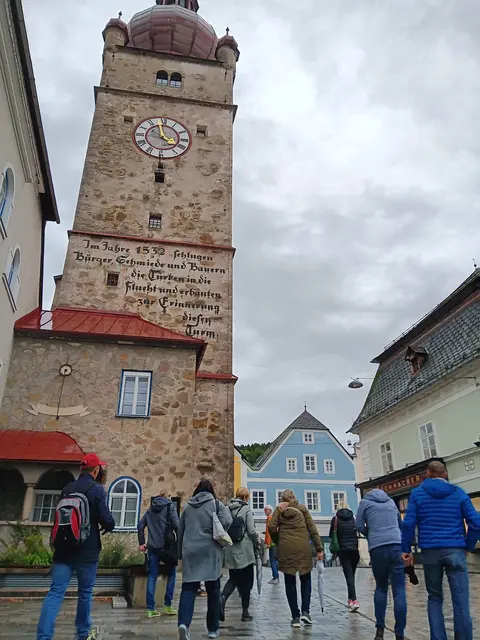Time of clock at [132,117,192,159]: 3:58
